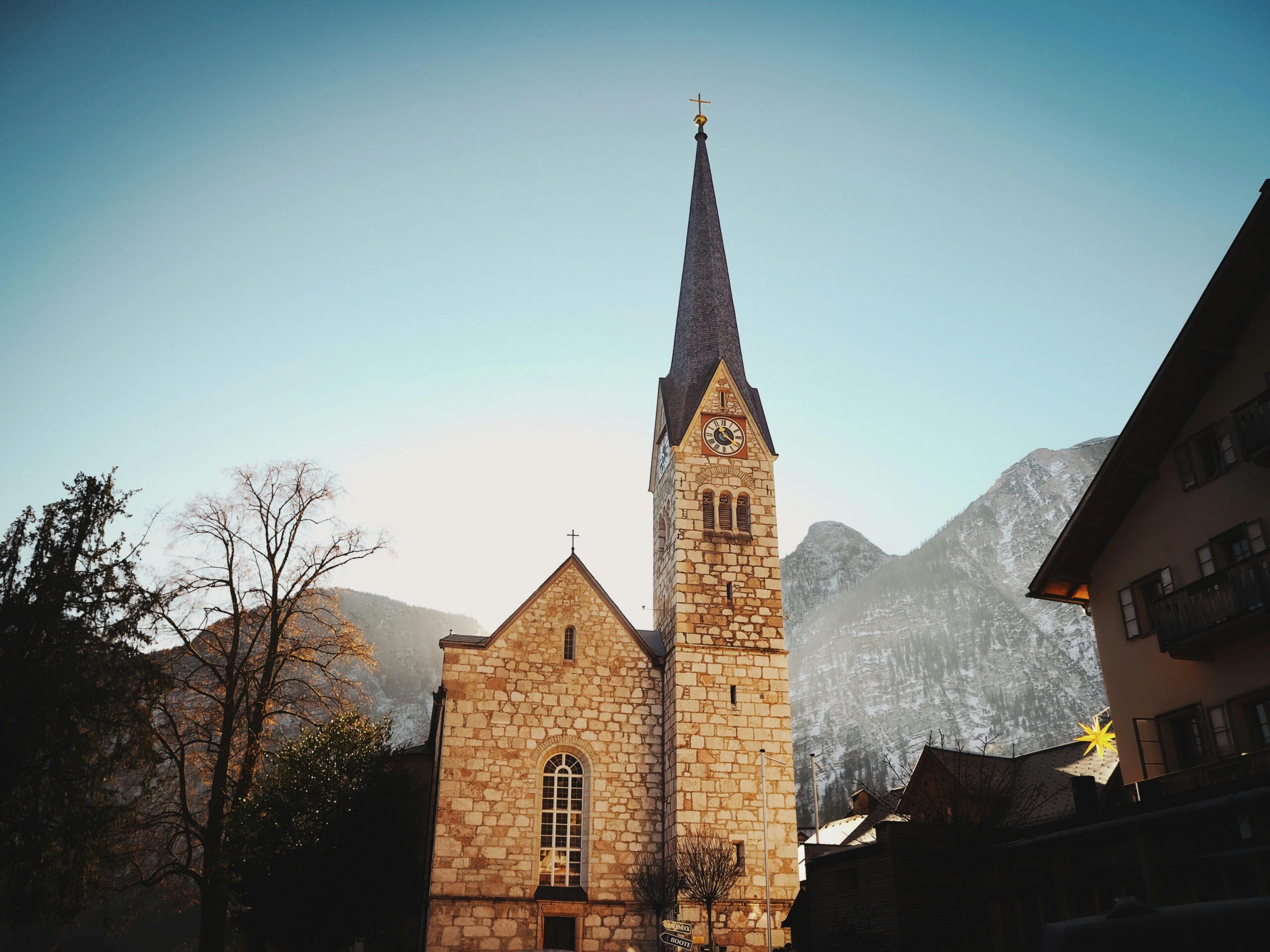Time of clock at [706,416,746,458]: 11:20
